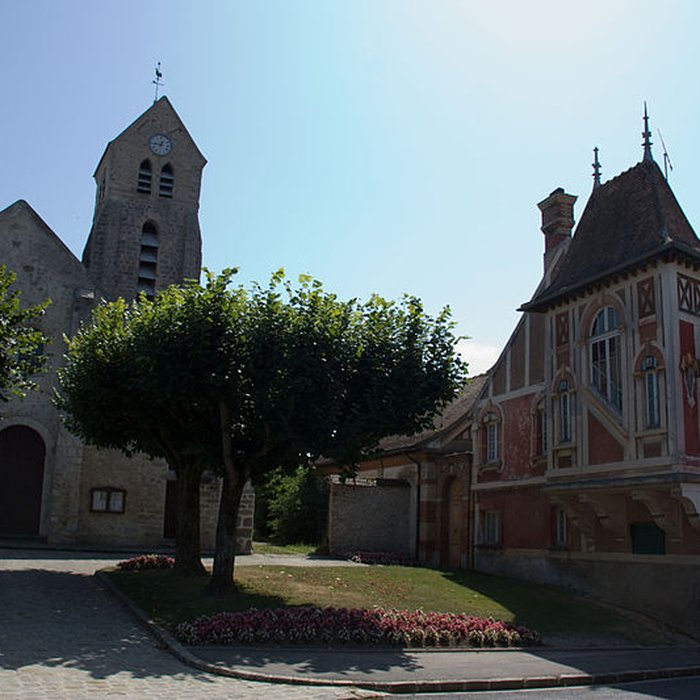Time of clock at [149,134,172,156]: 12:46
